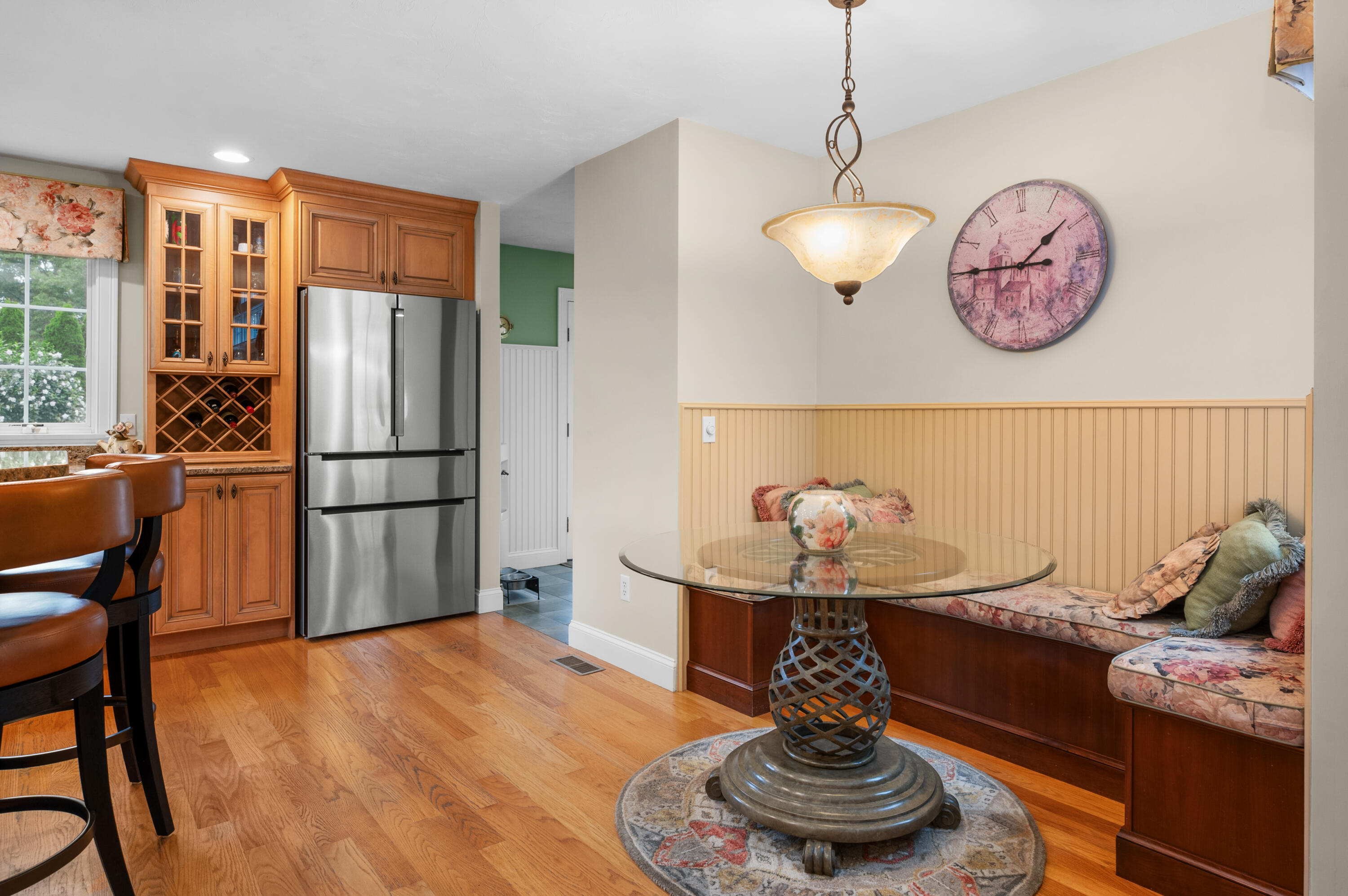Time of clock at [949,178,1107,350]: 1:45
